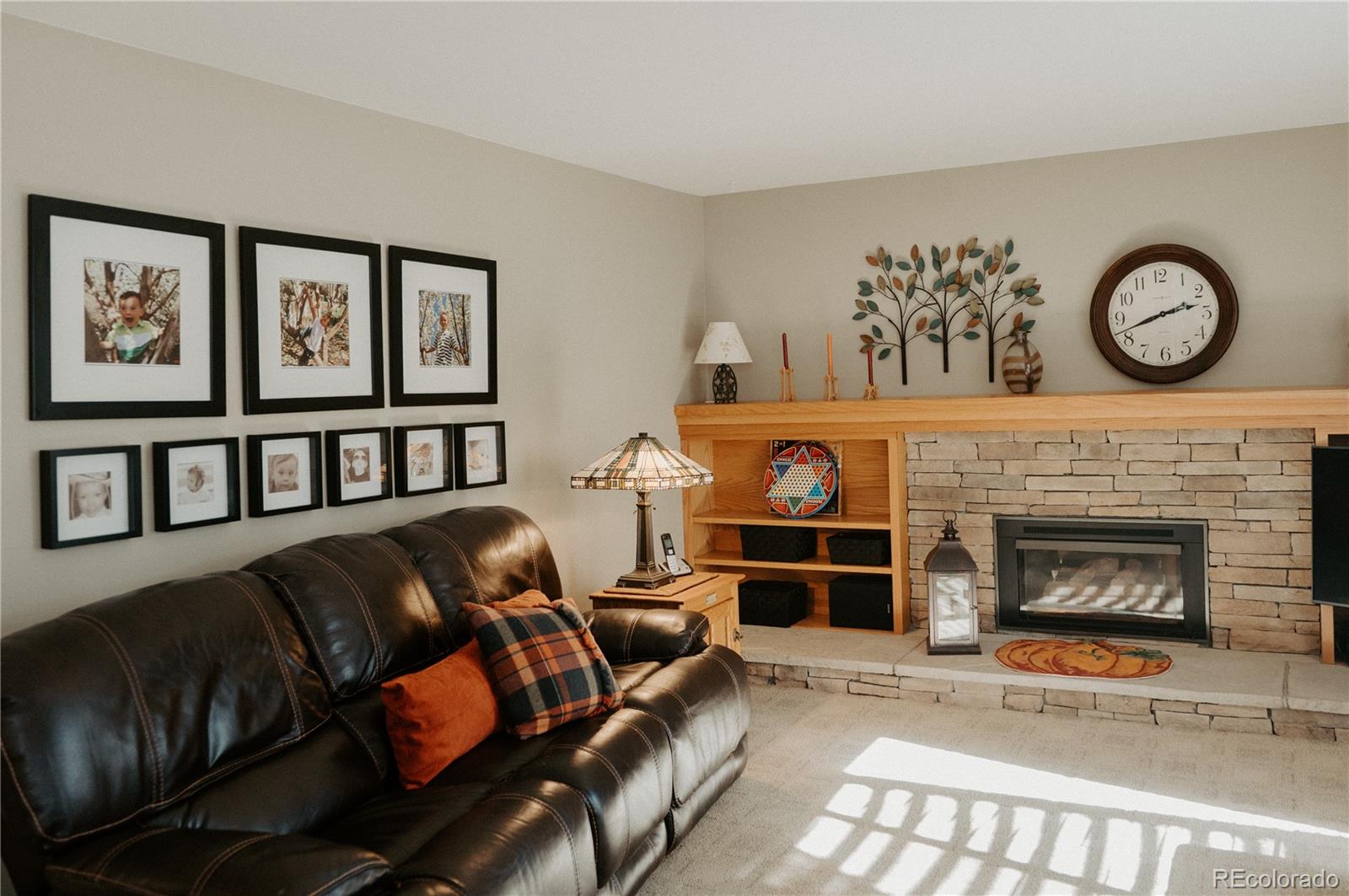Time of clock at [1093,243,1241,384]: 2:41
